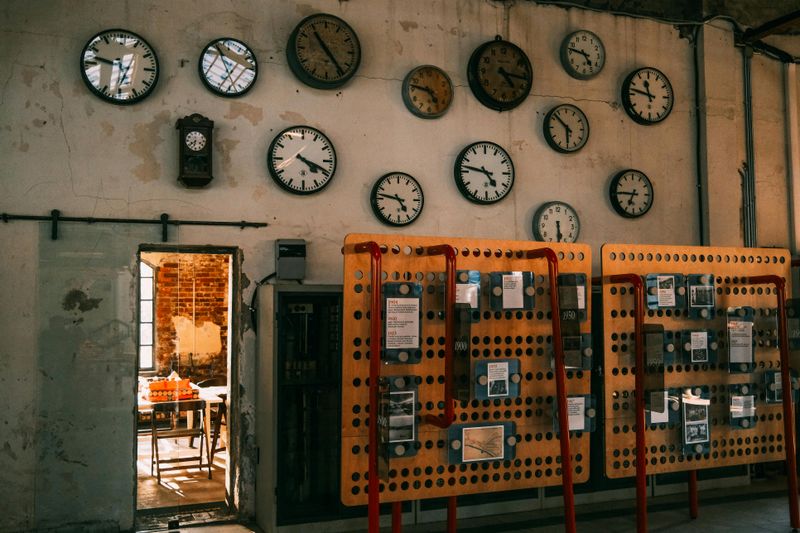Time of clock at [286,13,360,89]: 10:23
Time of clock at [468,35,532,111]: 4:16
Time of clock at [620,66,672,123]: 11:47
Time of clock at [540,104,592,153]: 5:52
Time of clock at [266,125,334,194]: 4:19
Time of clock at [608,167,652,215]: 6:45
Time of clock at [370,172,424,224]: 4:46
